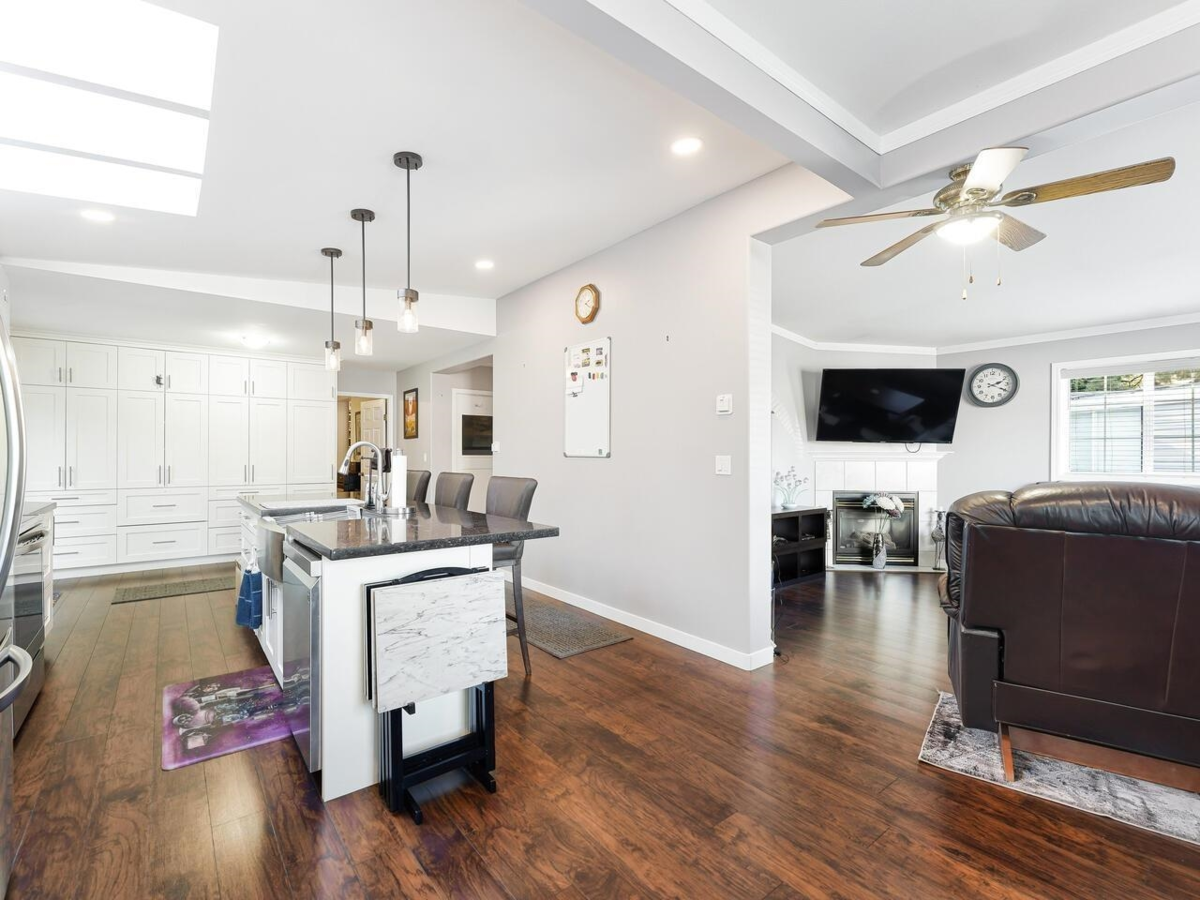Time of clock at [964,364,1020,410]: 2:19
